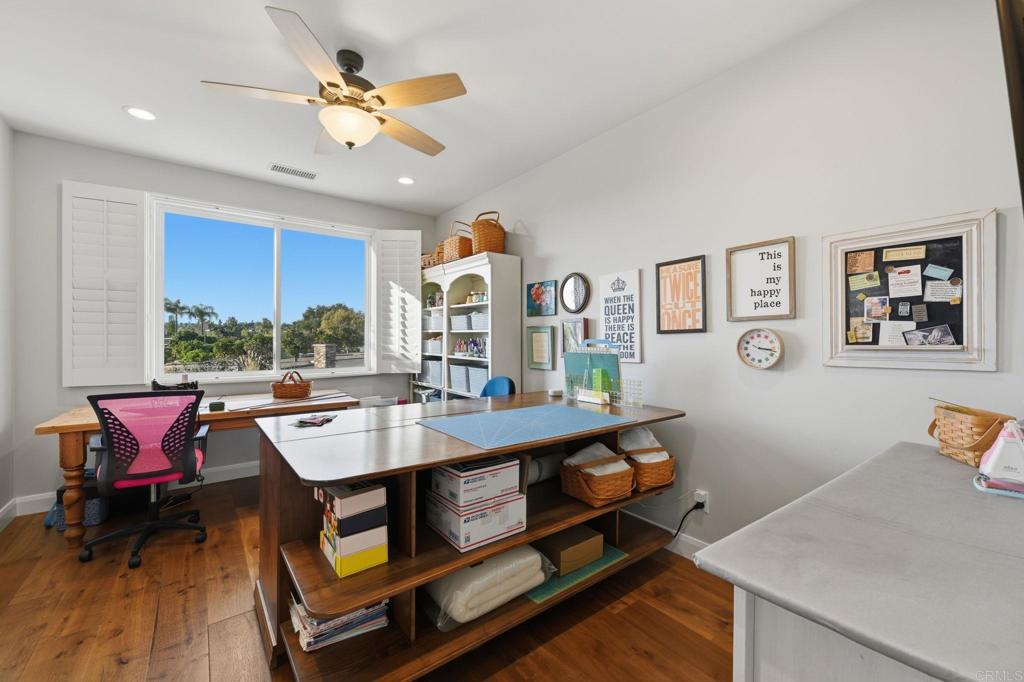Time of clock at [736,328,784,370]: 3:17
